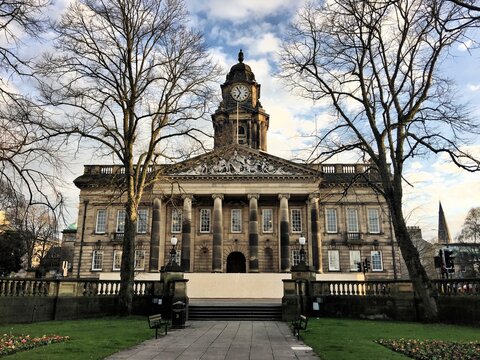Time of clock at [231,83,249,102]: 6:54
